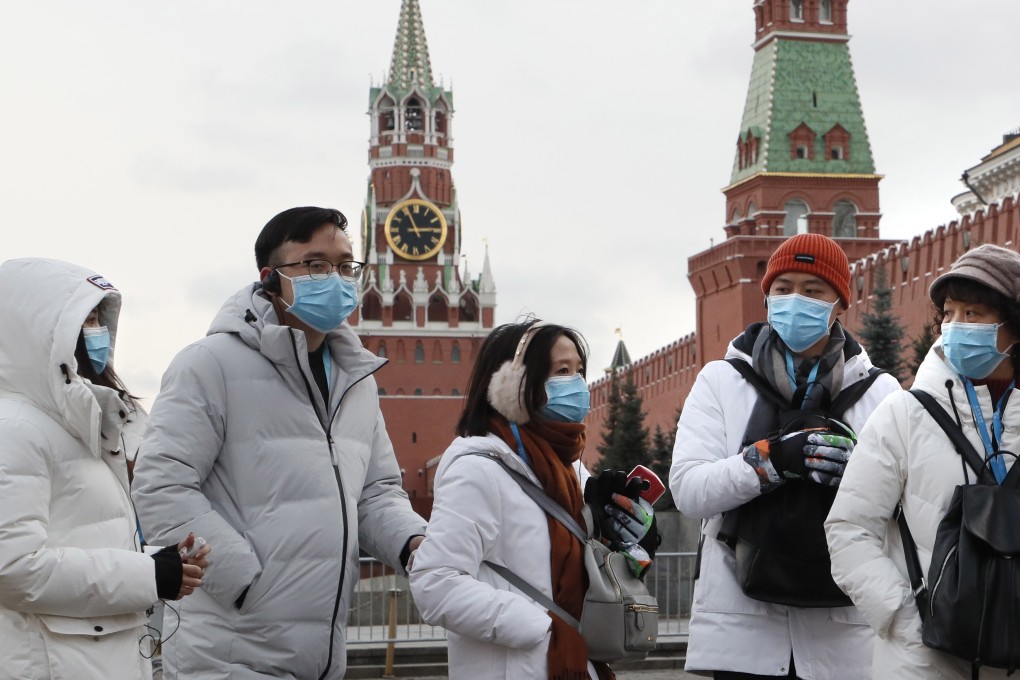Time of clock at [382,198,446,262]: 2:56
